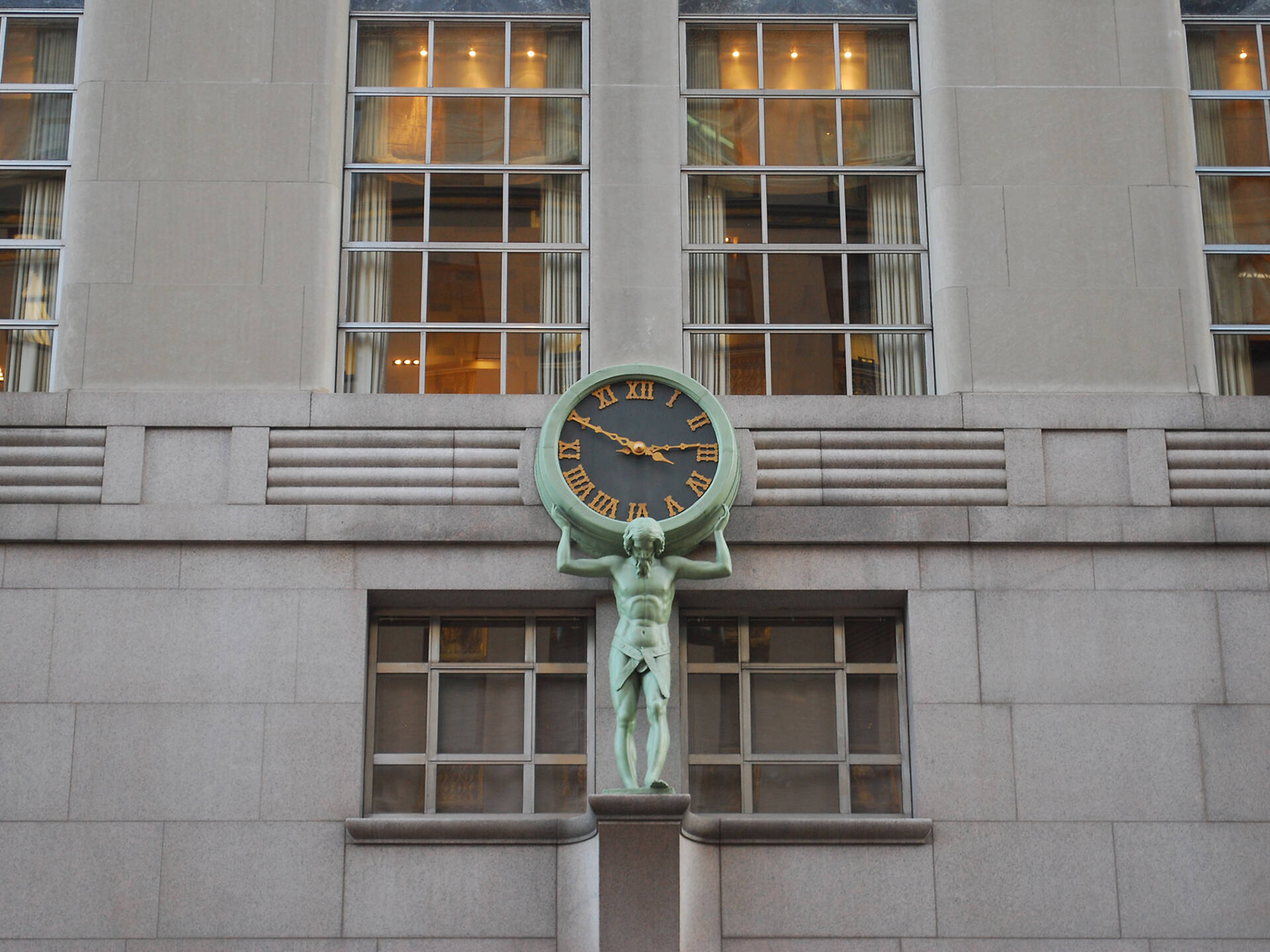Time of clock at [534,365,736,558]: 2:49
